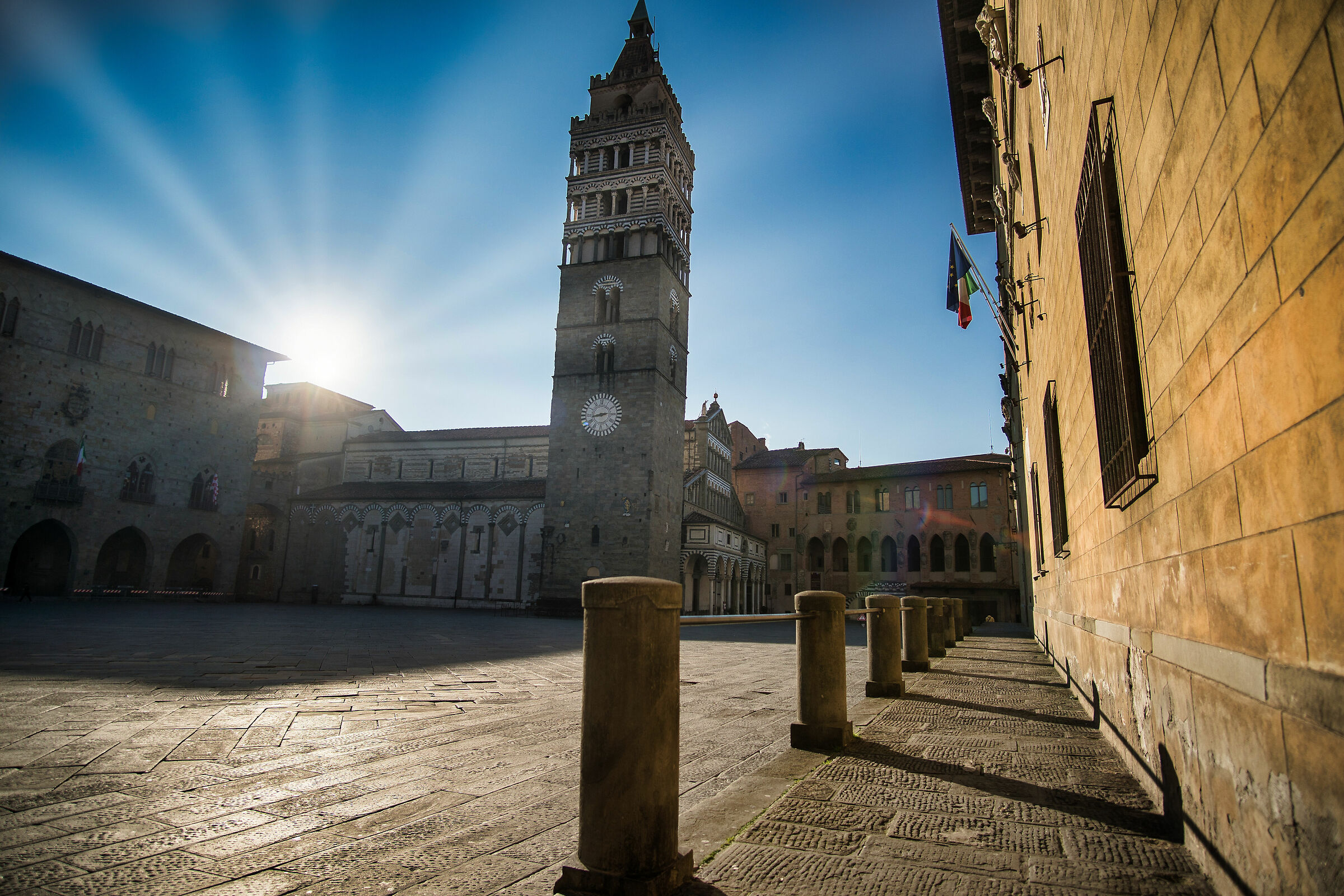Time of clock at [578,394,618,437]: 8:43
